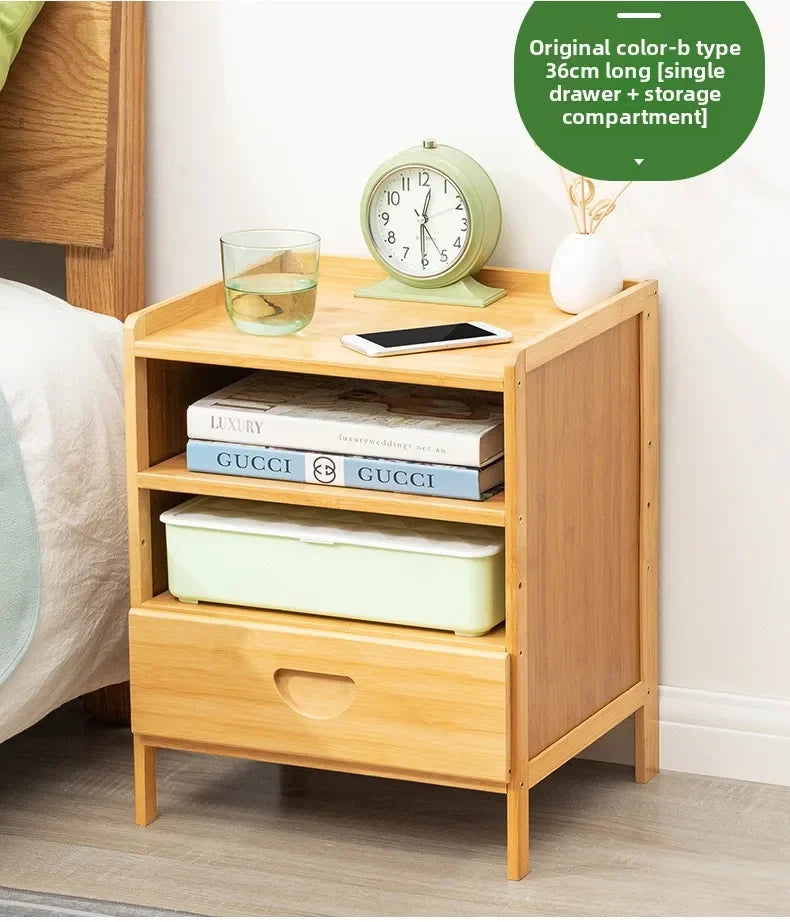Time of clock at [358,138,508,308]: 12:30
